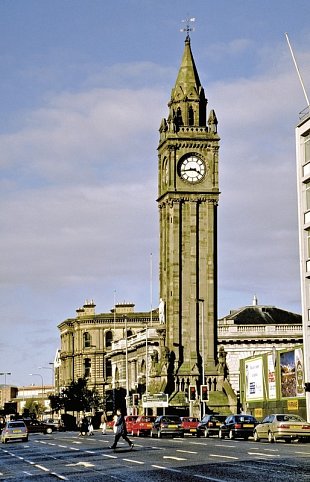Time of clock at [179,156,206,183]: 3:43
